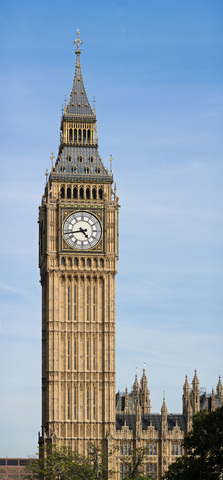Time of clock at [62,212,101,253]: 4:43
